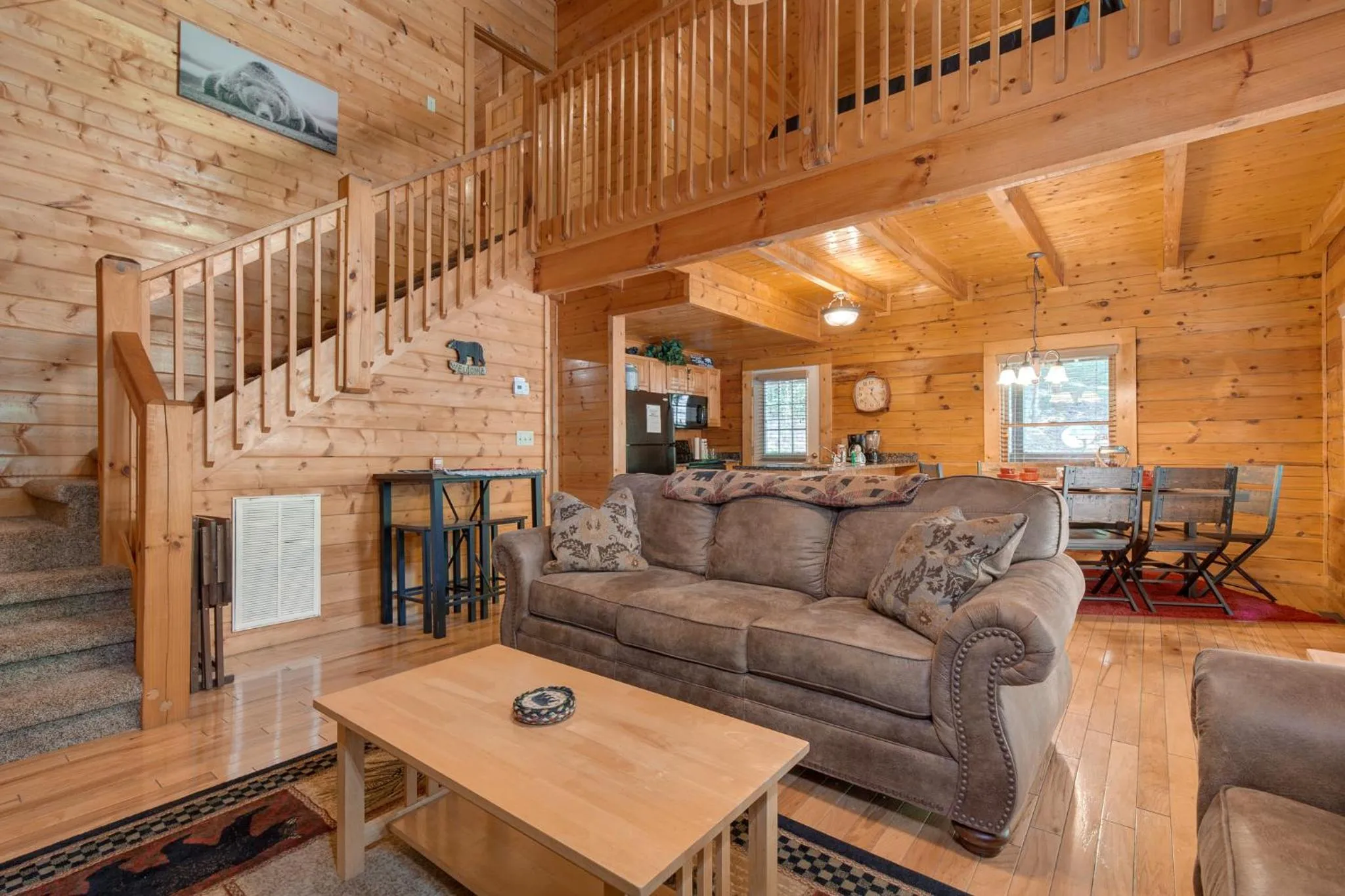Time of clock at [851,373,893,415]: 12:24
